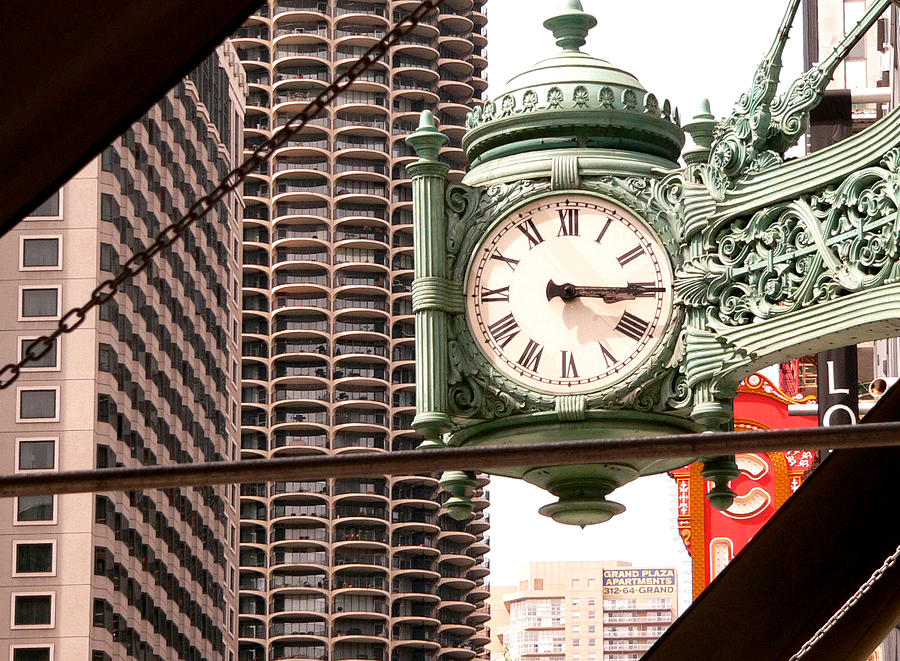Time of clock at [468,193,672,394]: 3:14
